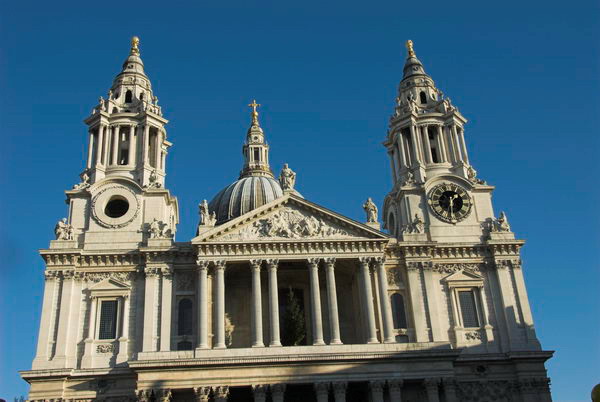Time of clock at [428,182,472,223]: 1:30
